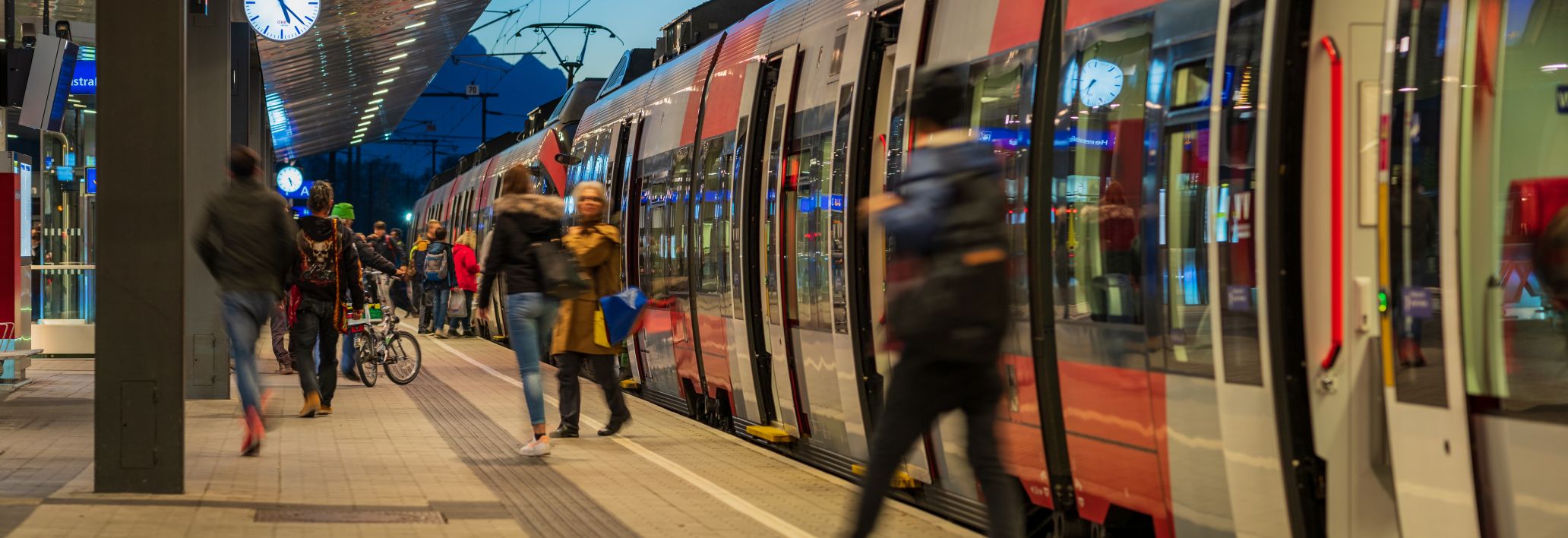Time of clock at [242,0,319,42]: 5:22
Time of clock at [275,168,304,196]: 5:22
